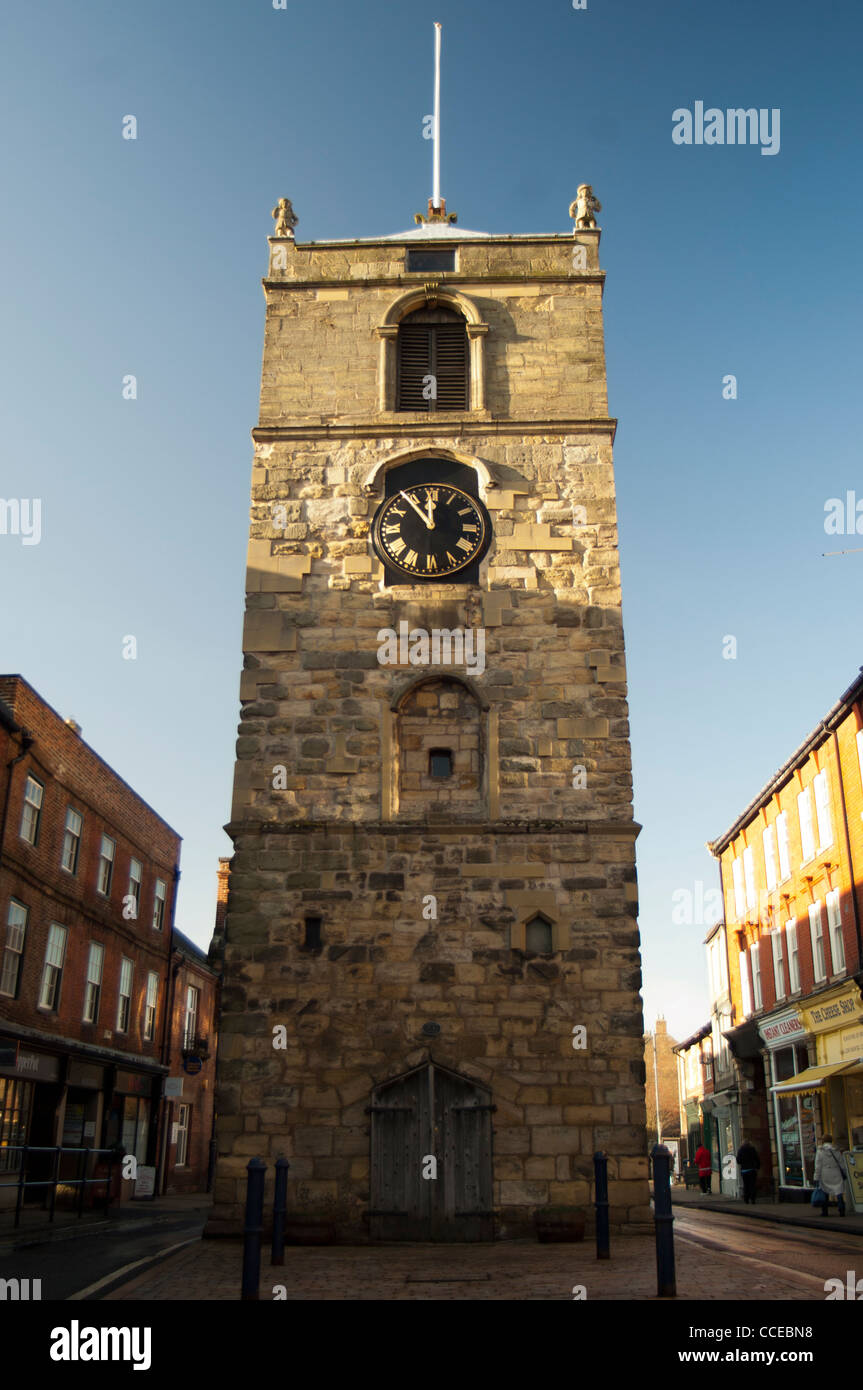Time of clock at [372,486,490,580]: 11:53
